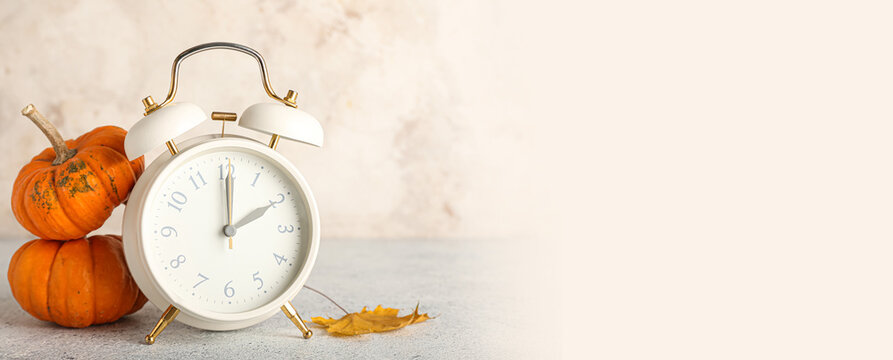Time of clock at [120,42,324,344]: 2:00
